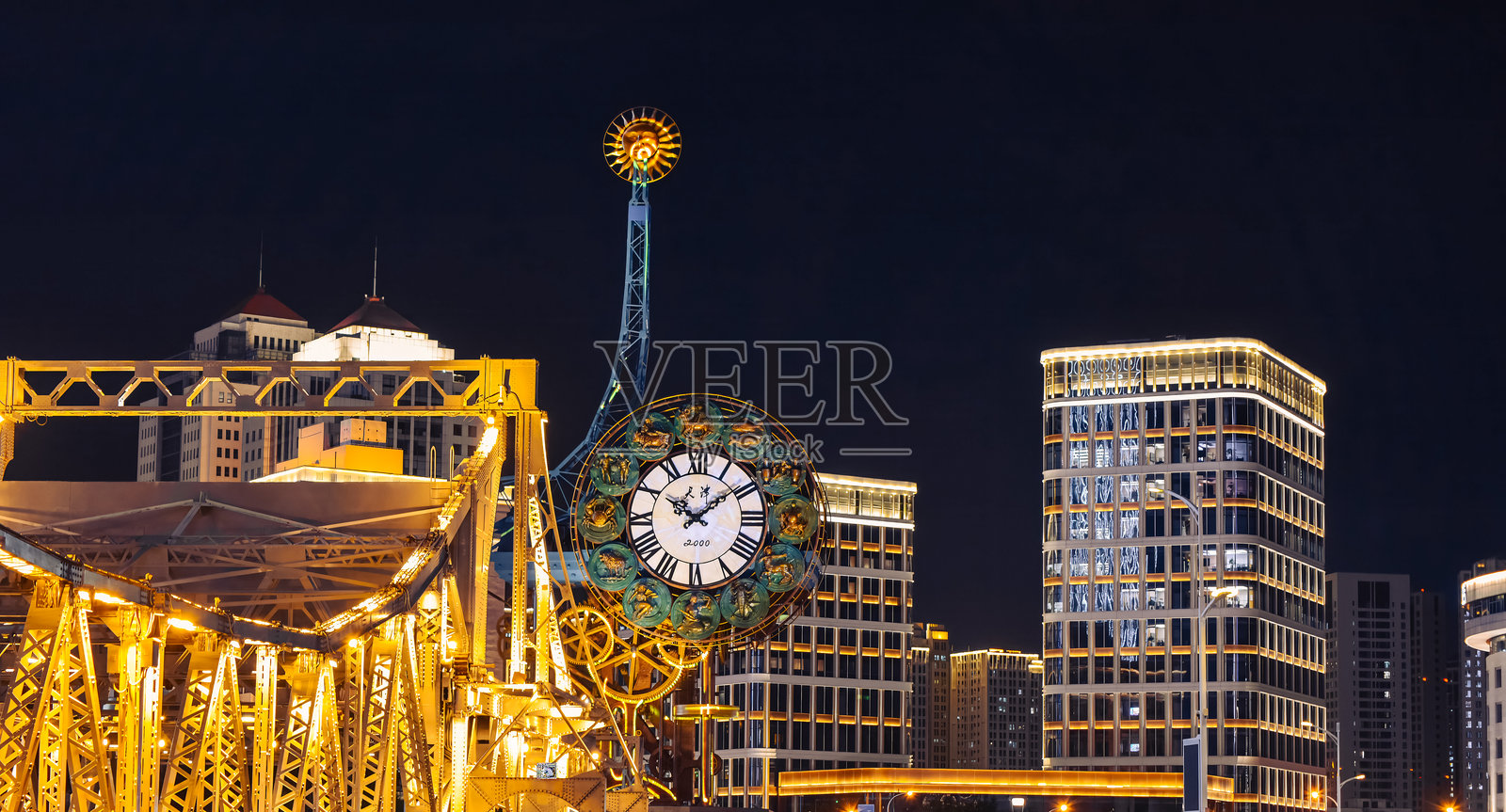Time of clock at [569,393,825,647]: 10:08
